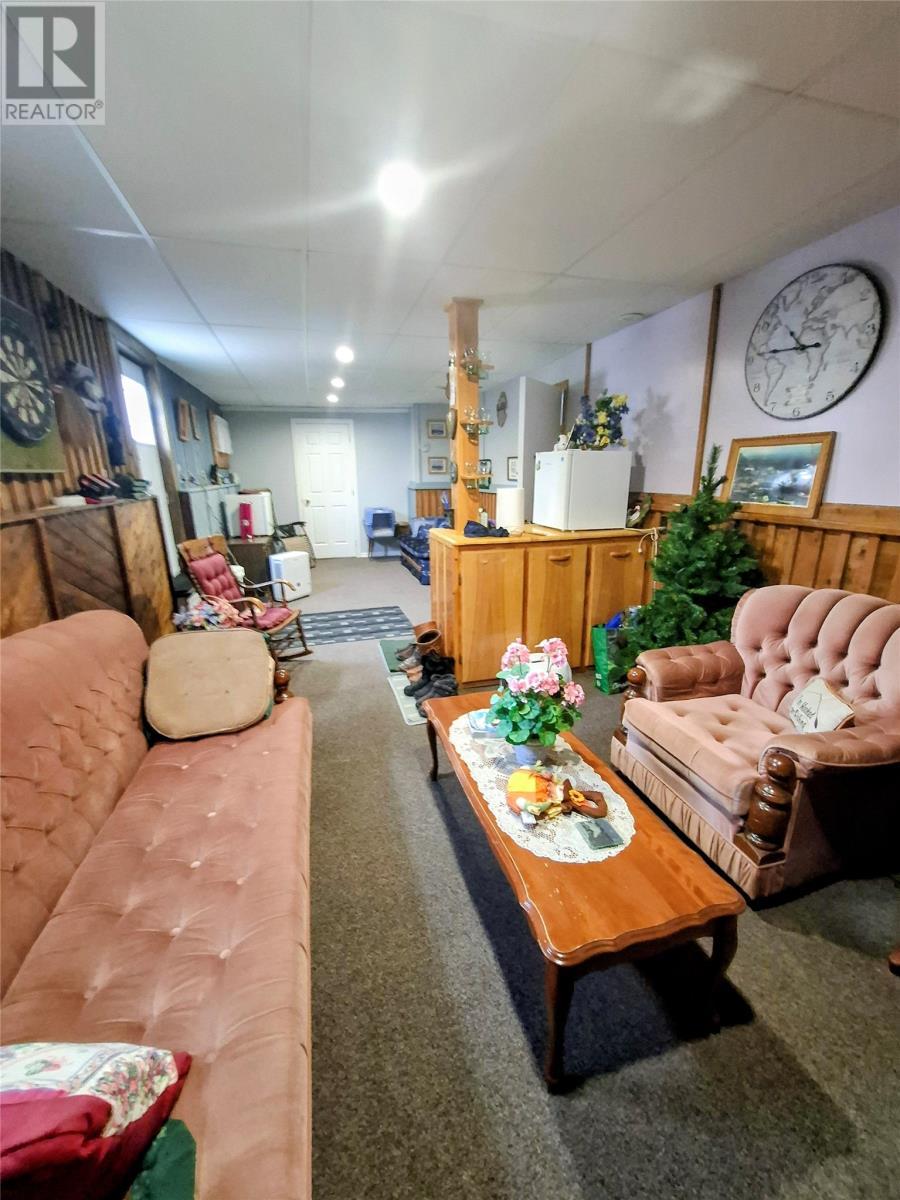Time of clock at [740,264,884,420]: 10:45
